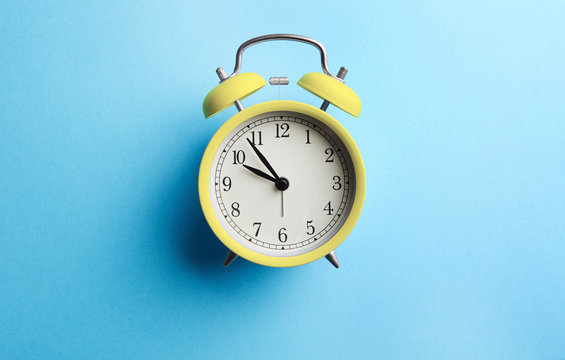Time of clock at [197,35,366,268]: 9:53
